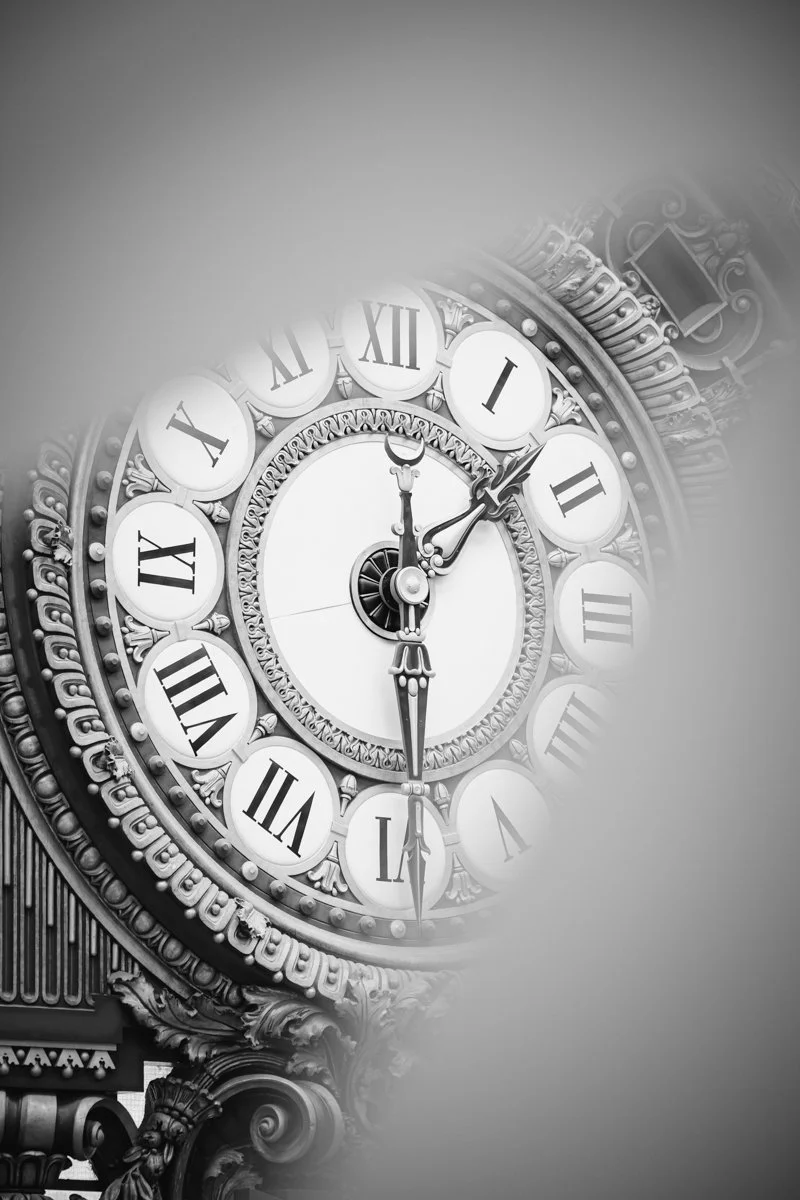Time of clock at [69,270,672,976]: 1:28
